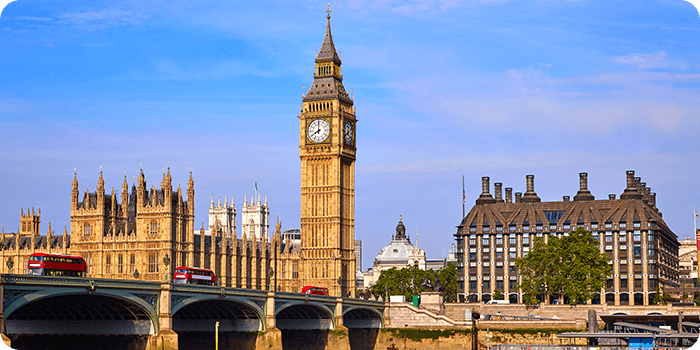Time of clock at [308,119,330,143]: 7:59
